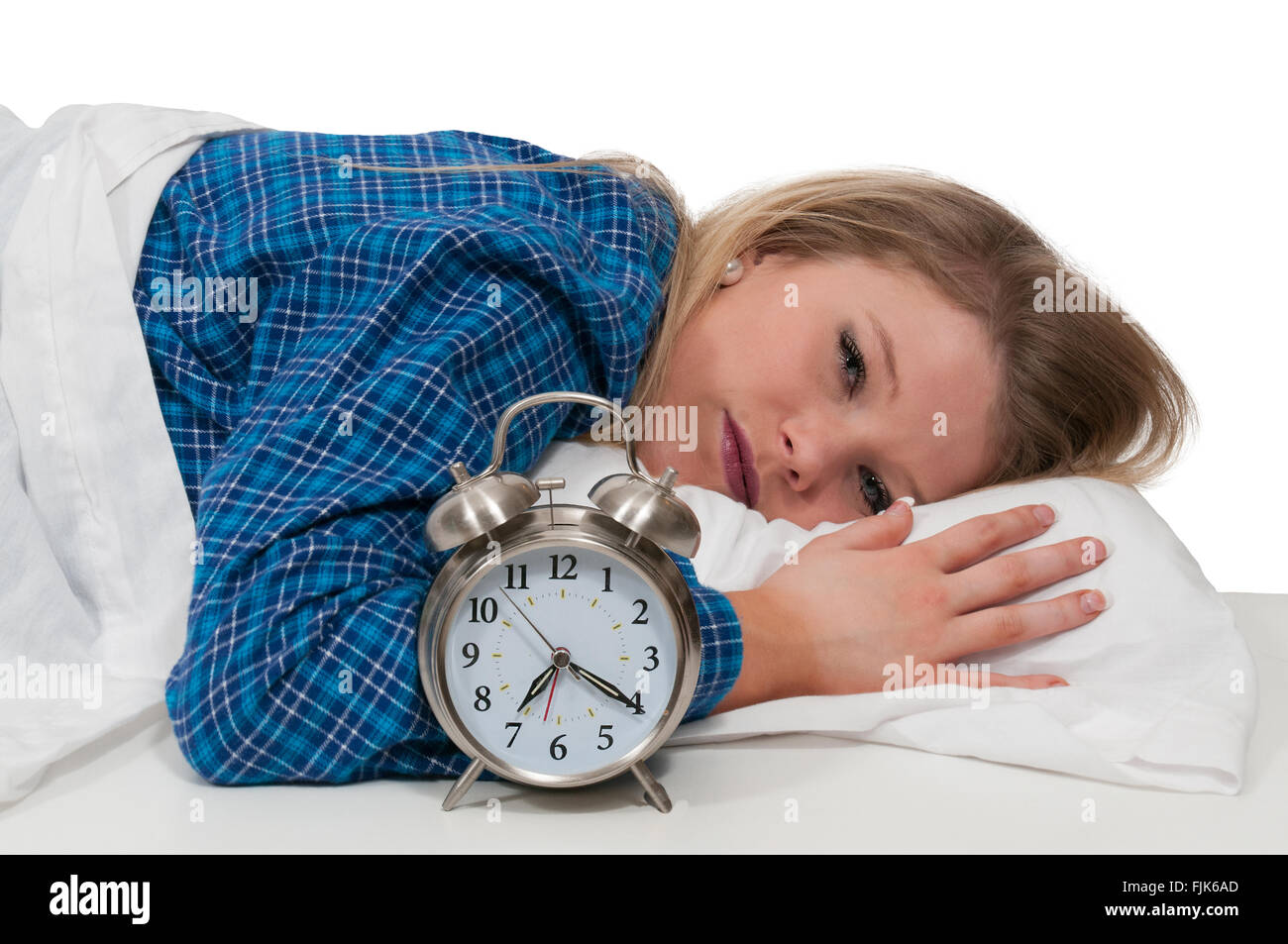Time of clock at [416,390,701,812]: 7:20
